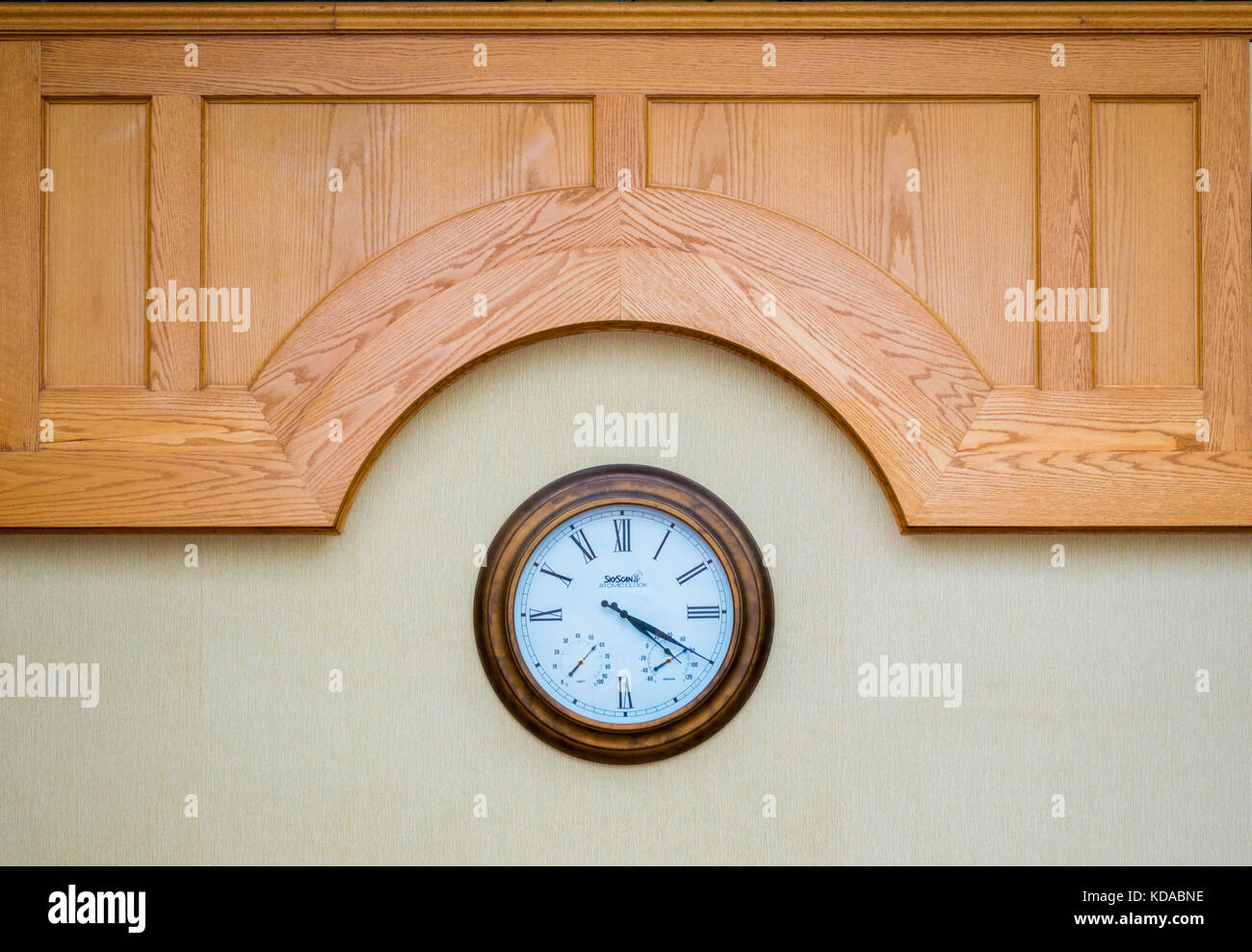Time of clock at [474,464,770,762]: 4:19
